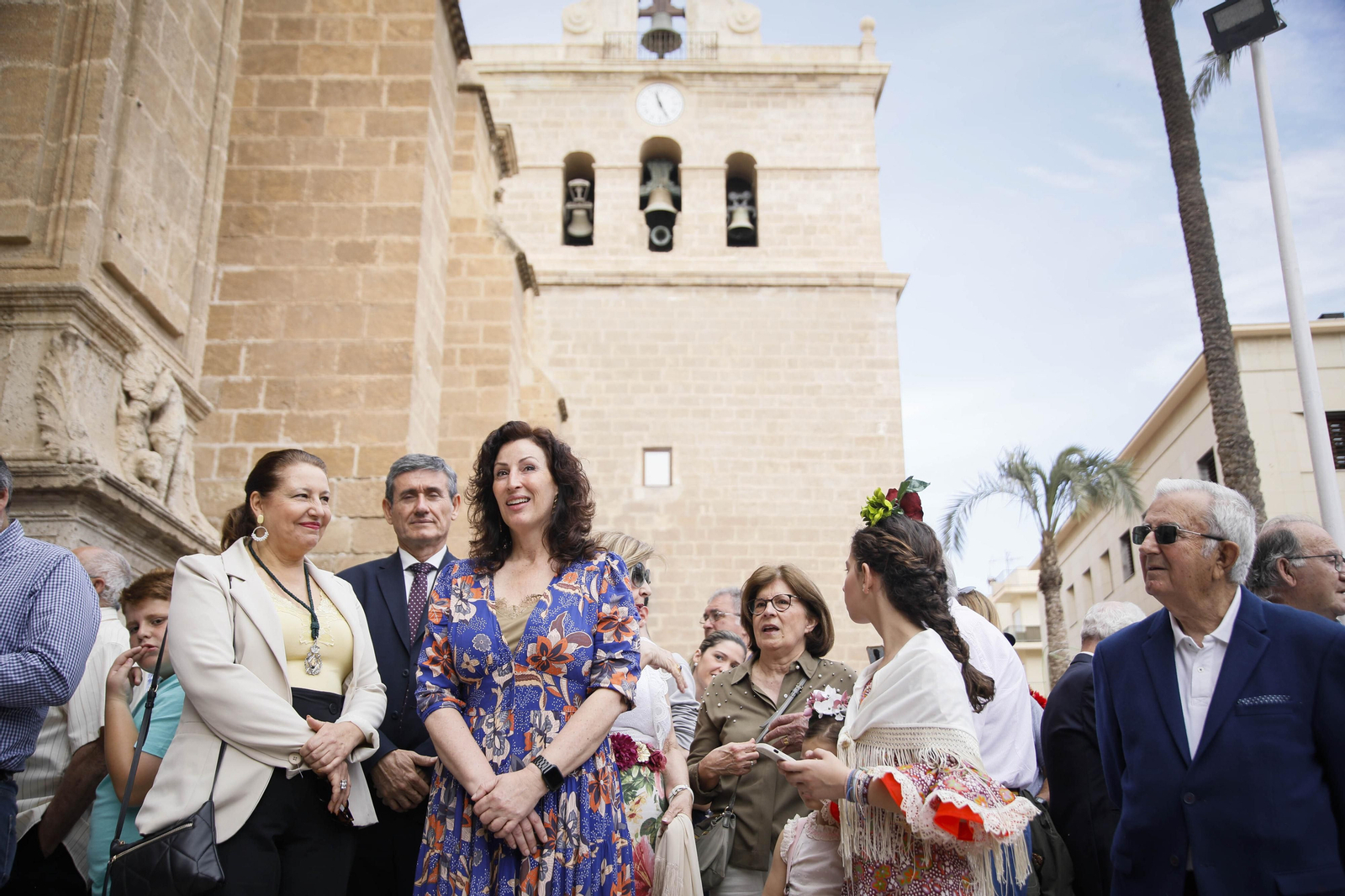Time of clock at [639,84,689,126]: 11:25
